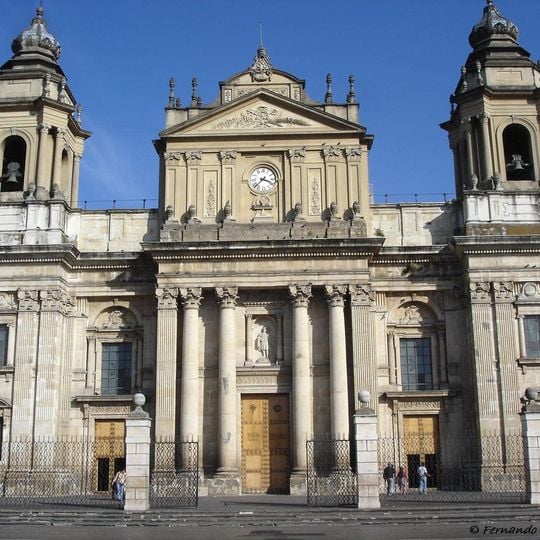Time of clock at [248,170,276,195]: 3:37
